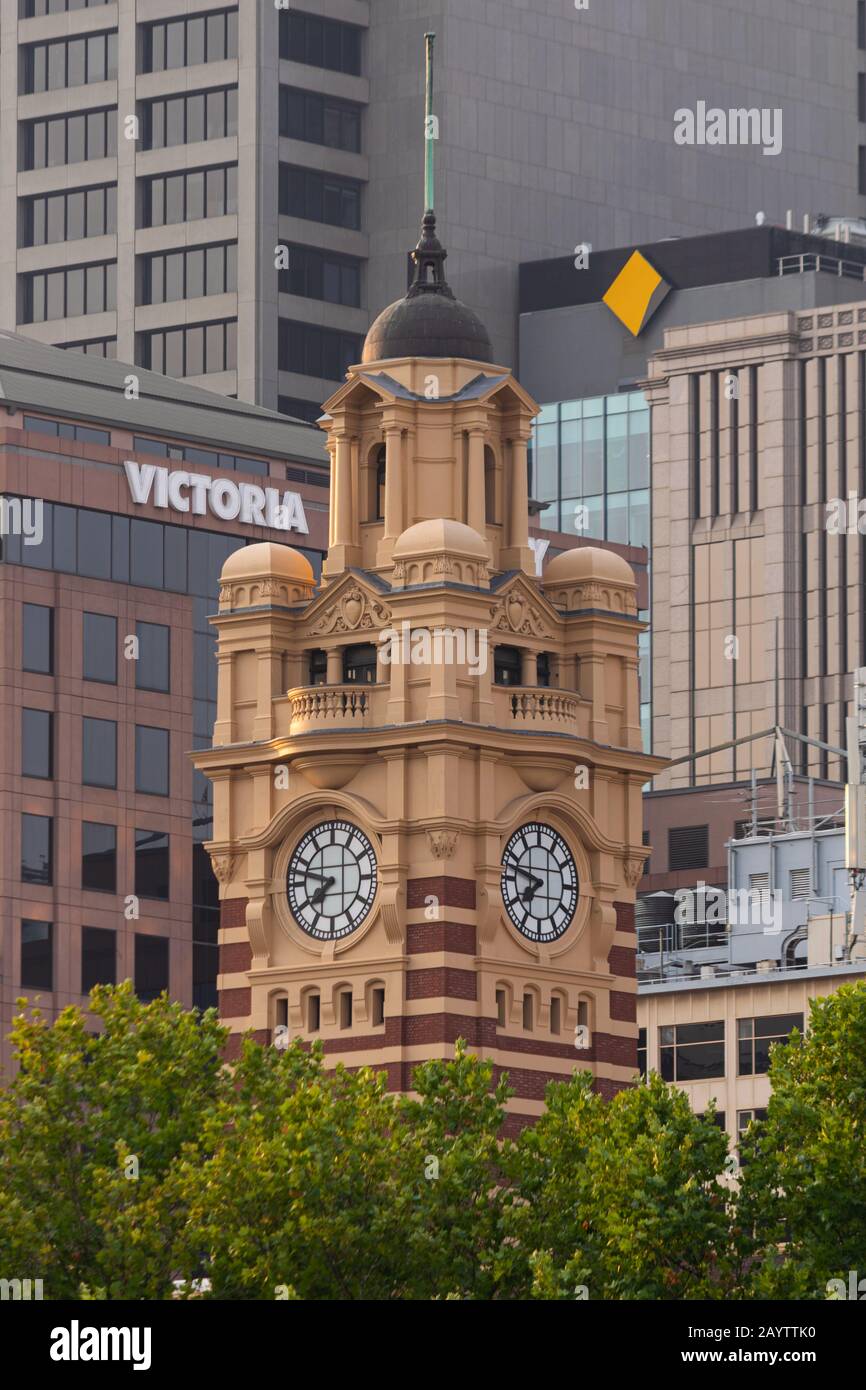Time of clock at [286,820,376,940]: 7:47
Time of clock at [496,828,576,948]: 7:47
